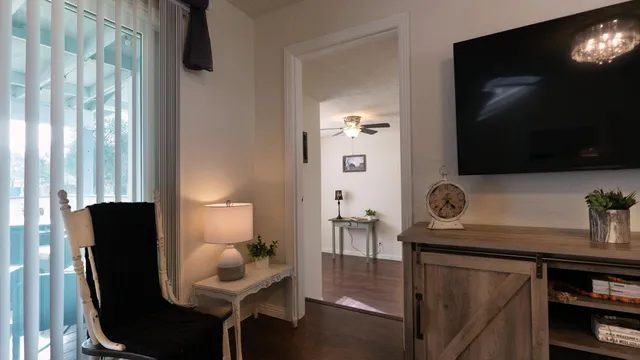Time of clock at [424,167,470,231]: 4:35
